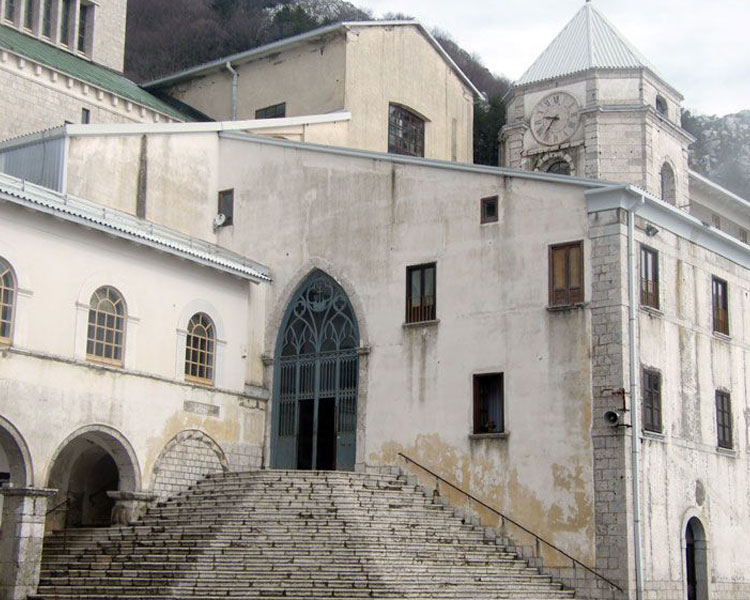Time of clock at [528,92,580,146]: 9:36
